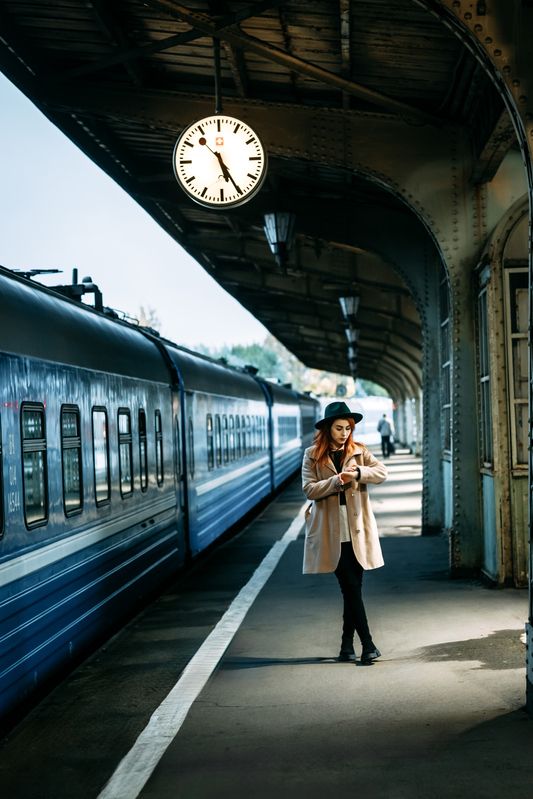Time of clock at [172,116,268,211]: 5:25
